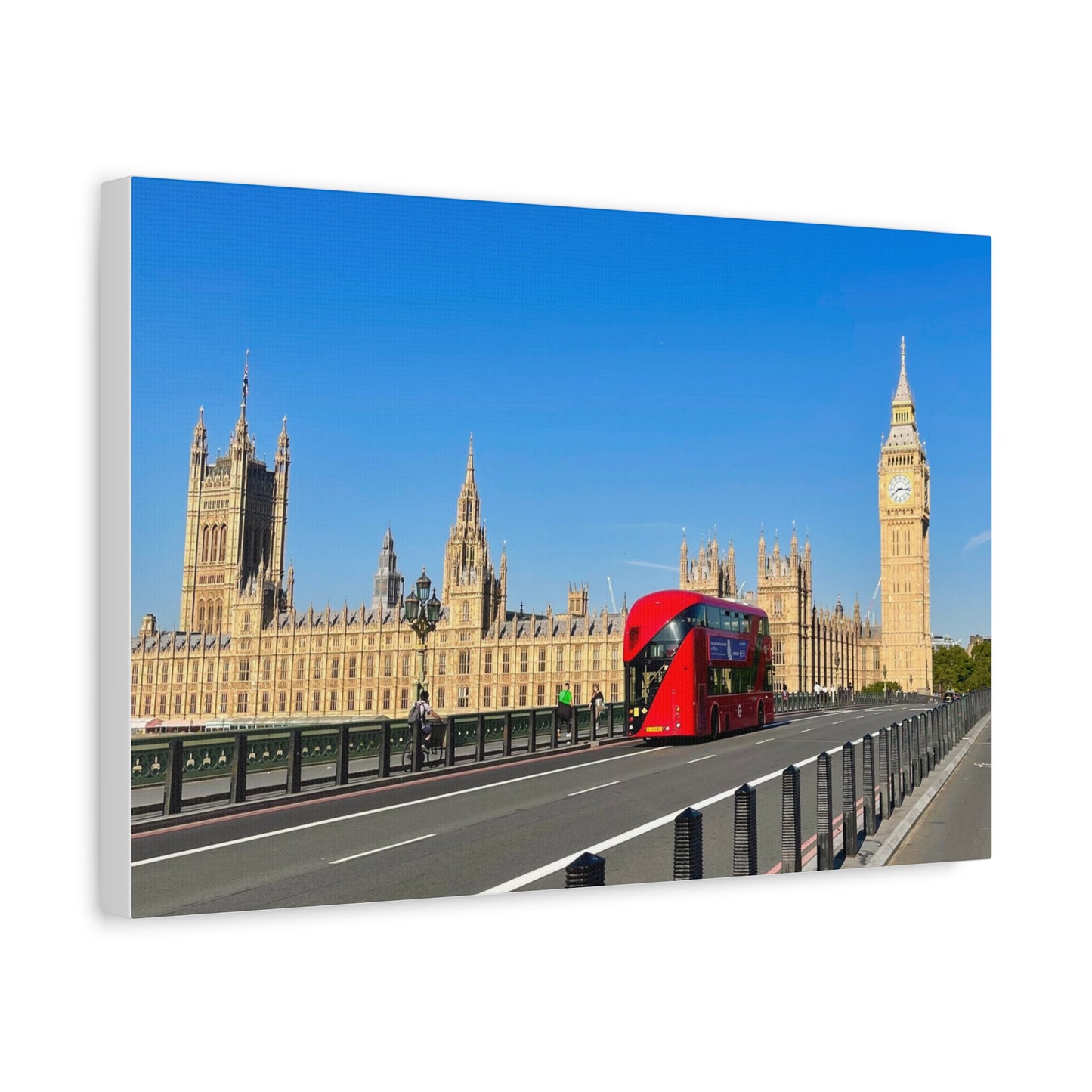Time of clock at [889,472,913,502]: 8:16
